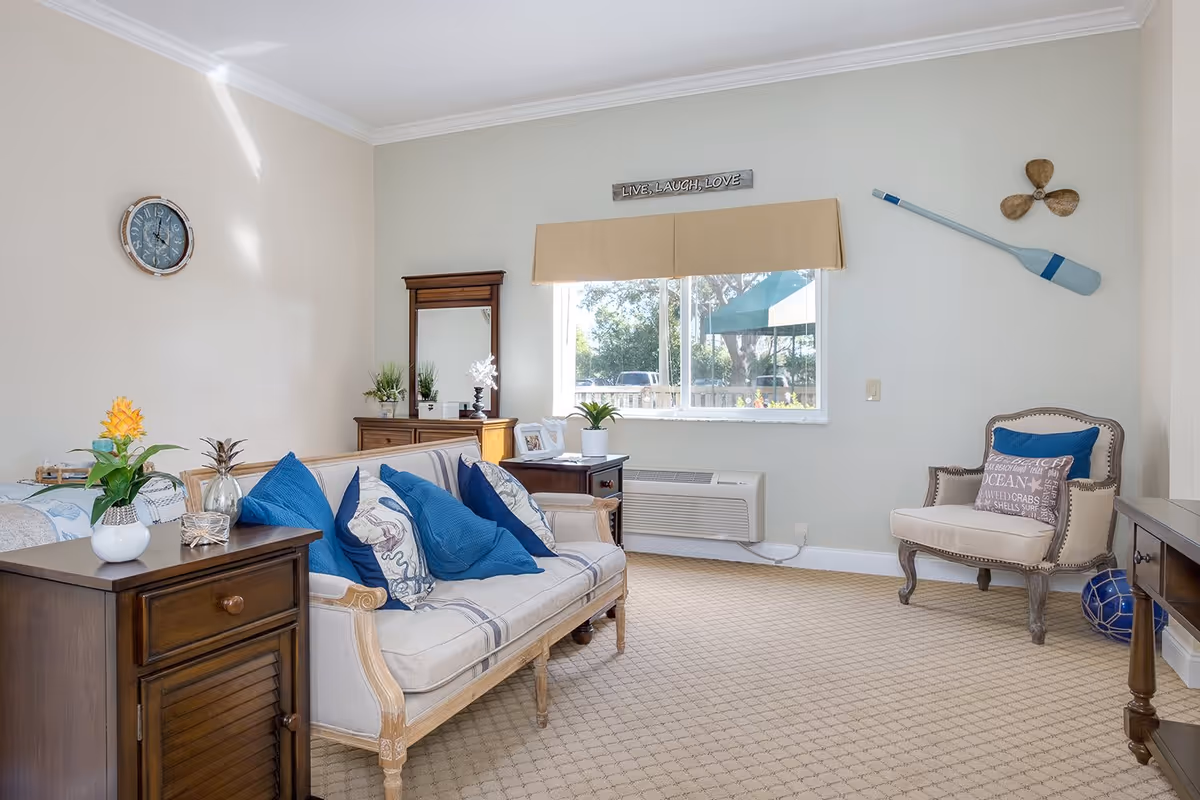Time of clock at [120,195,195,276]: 4:01
